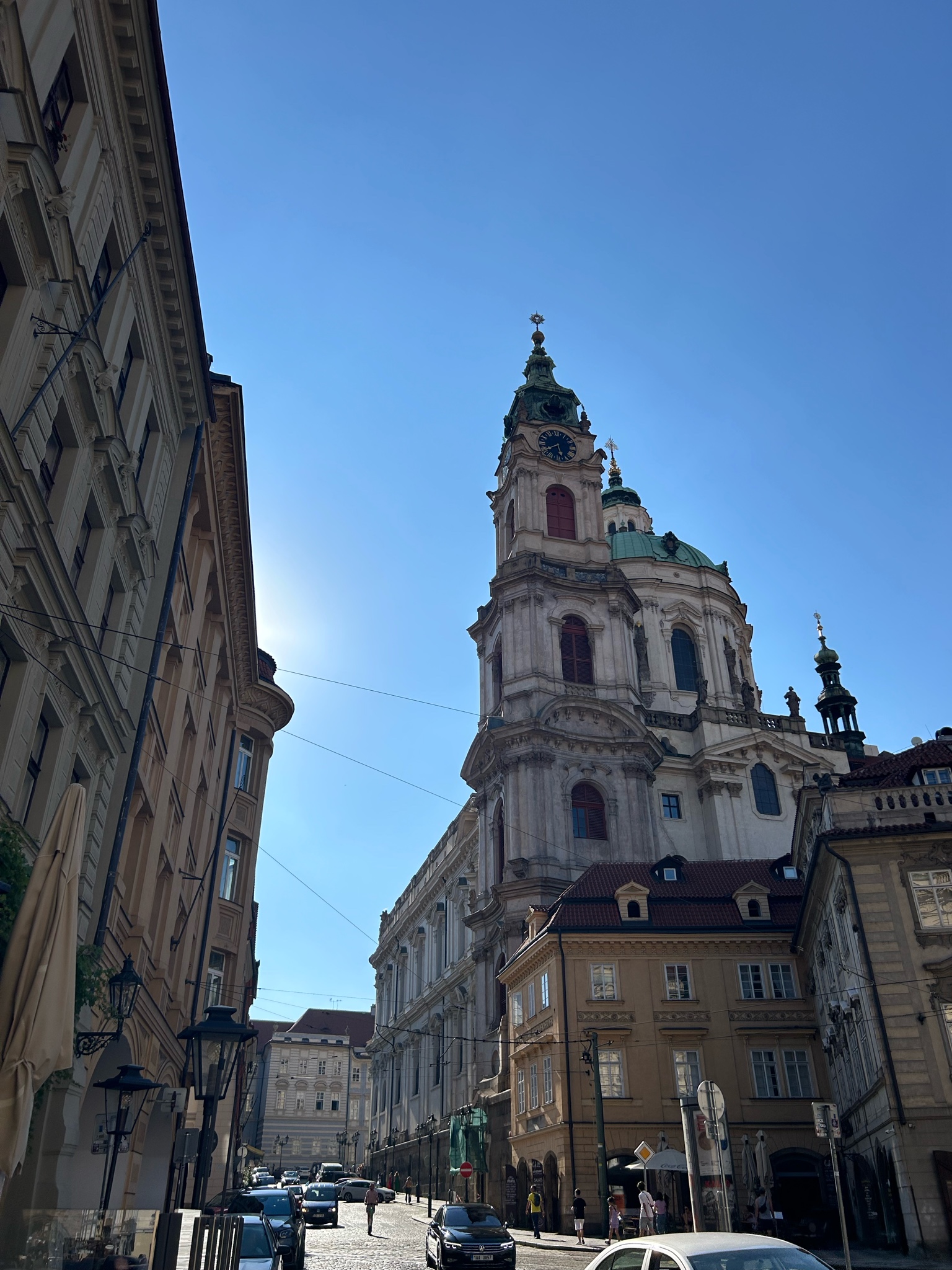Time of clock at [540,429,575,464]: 5:38
